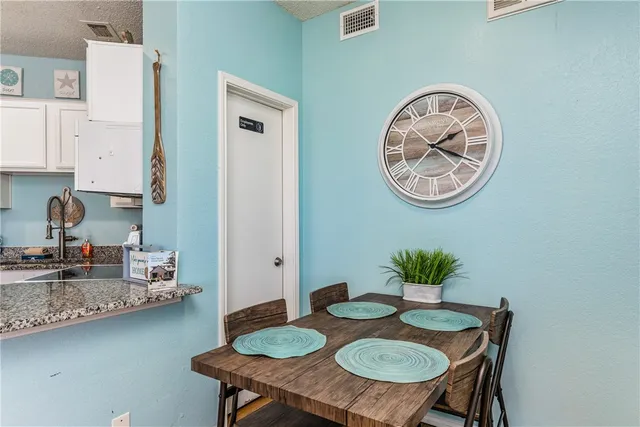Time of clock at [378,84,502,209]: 2:19
